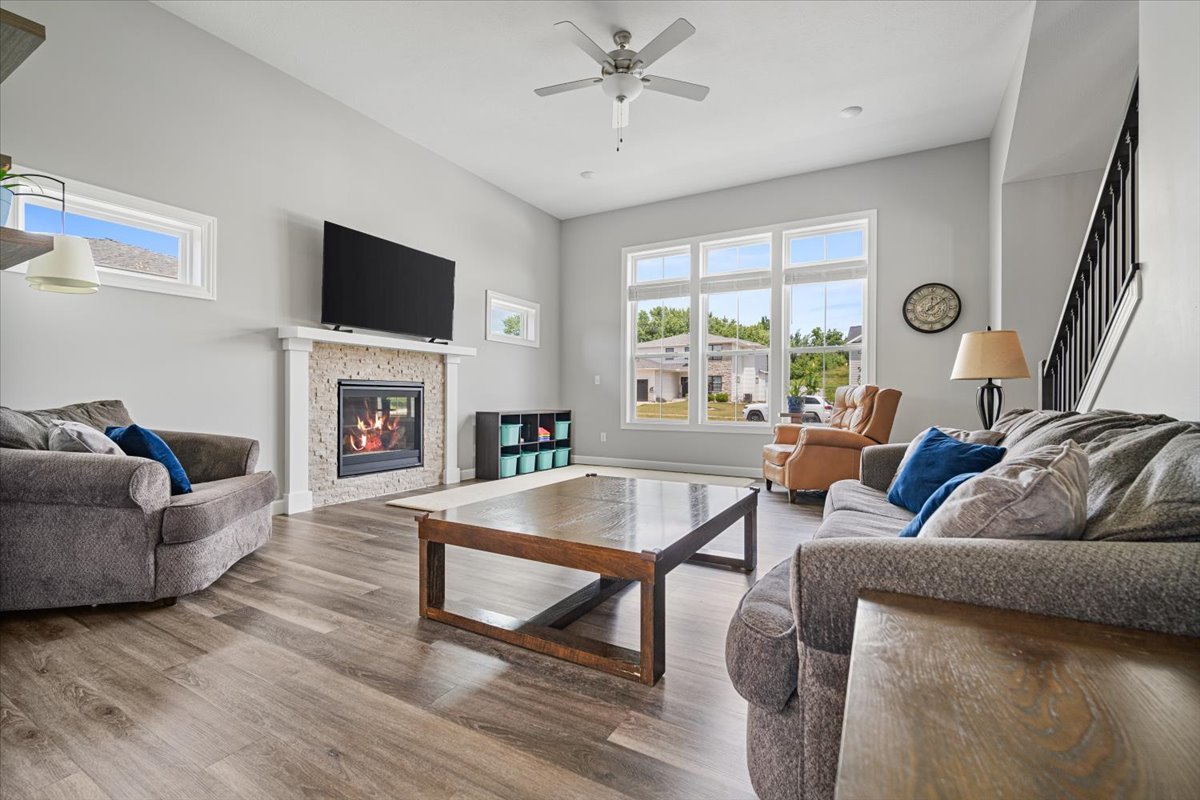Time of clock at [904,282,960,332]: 12:08
